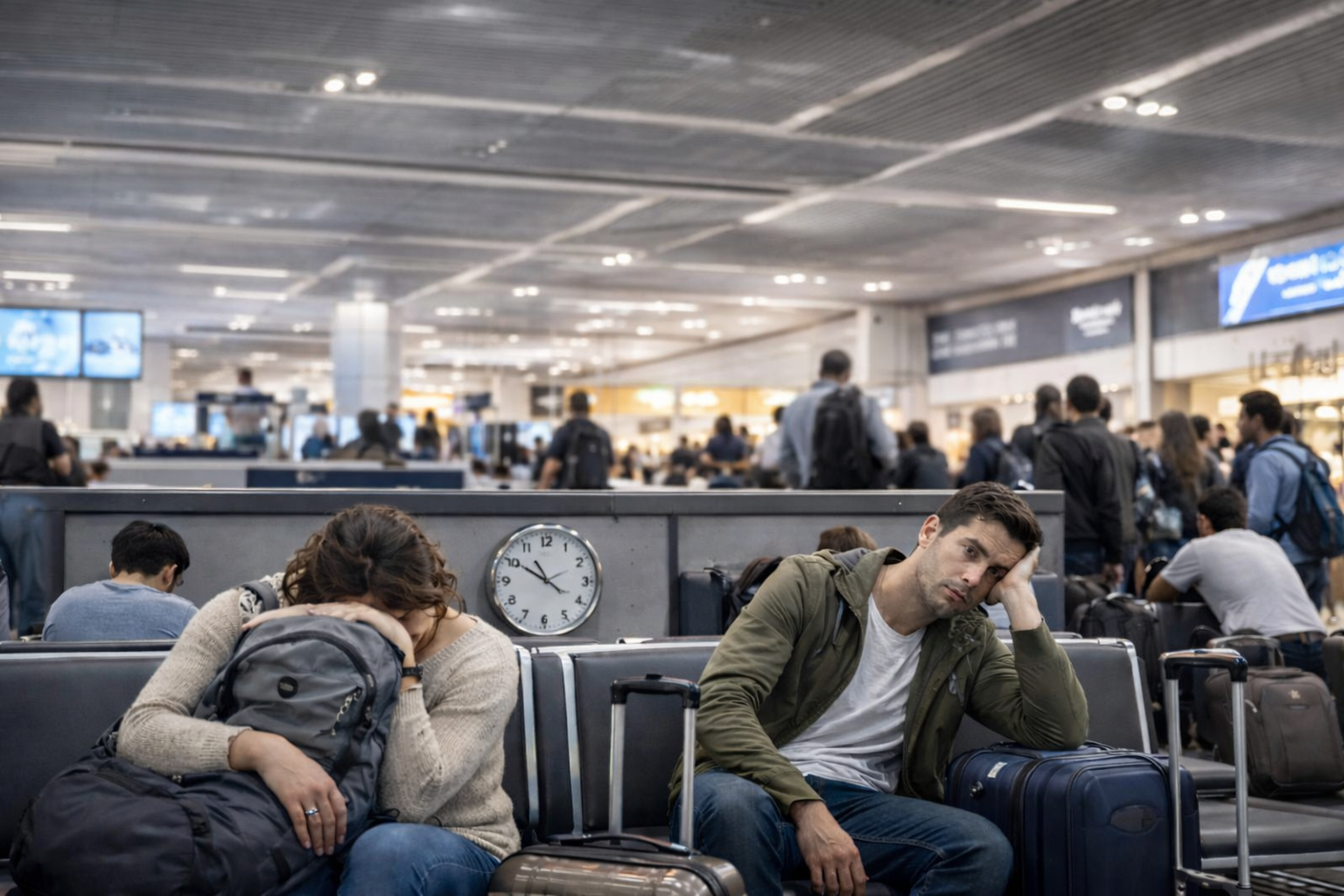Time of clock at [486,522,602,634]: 10:50
